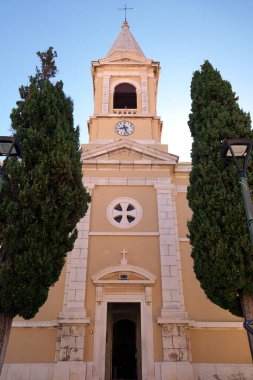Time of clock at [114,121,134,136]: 8:27
